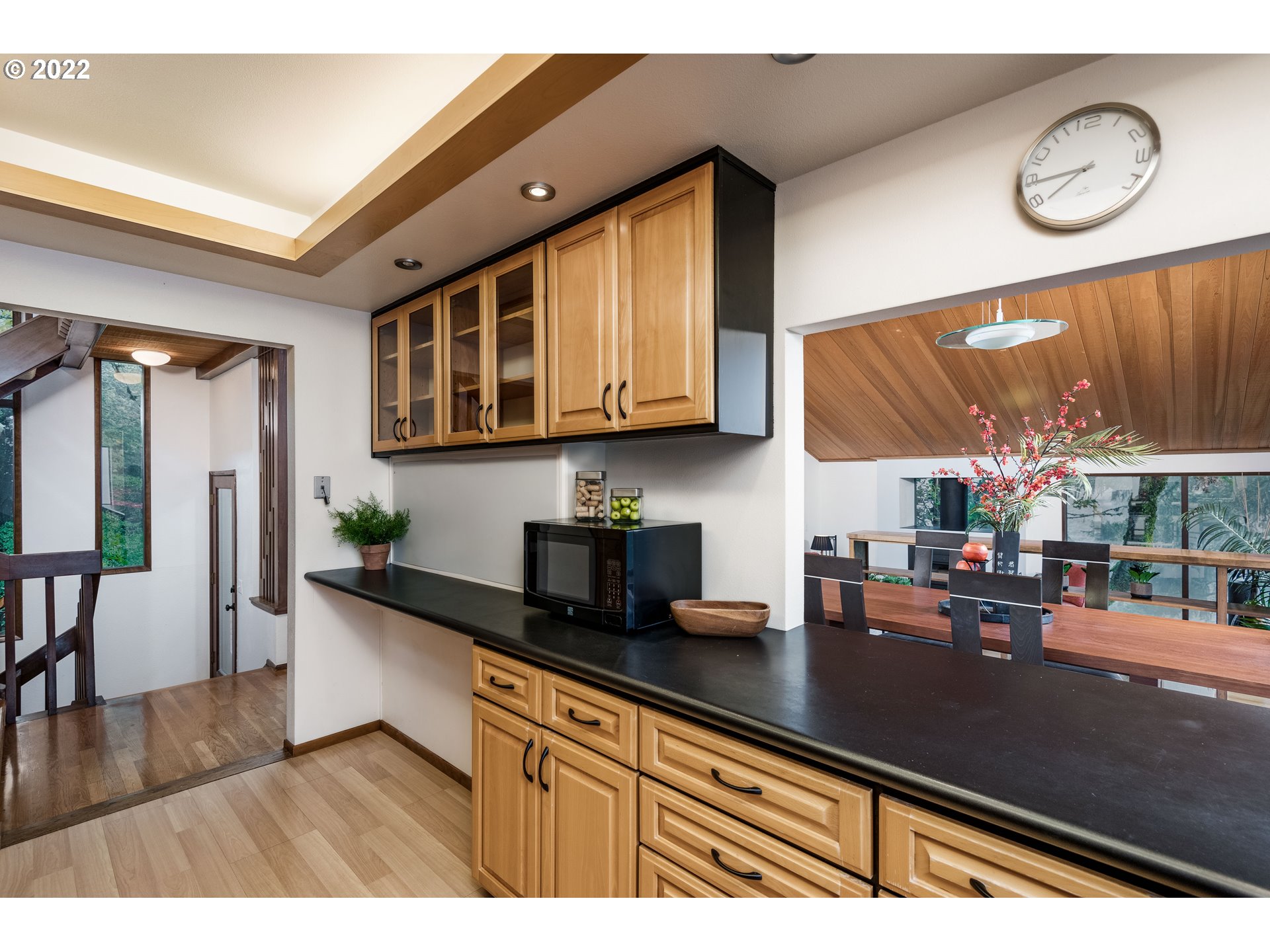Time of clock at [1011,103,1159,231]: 7:44
